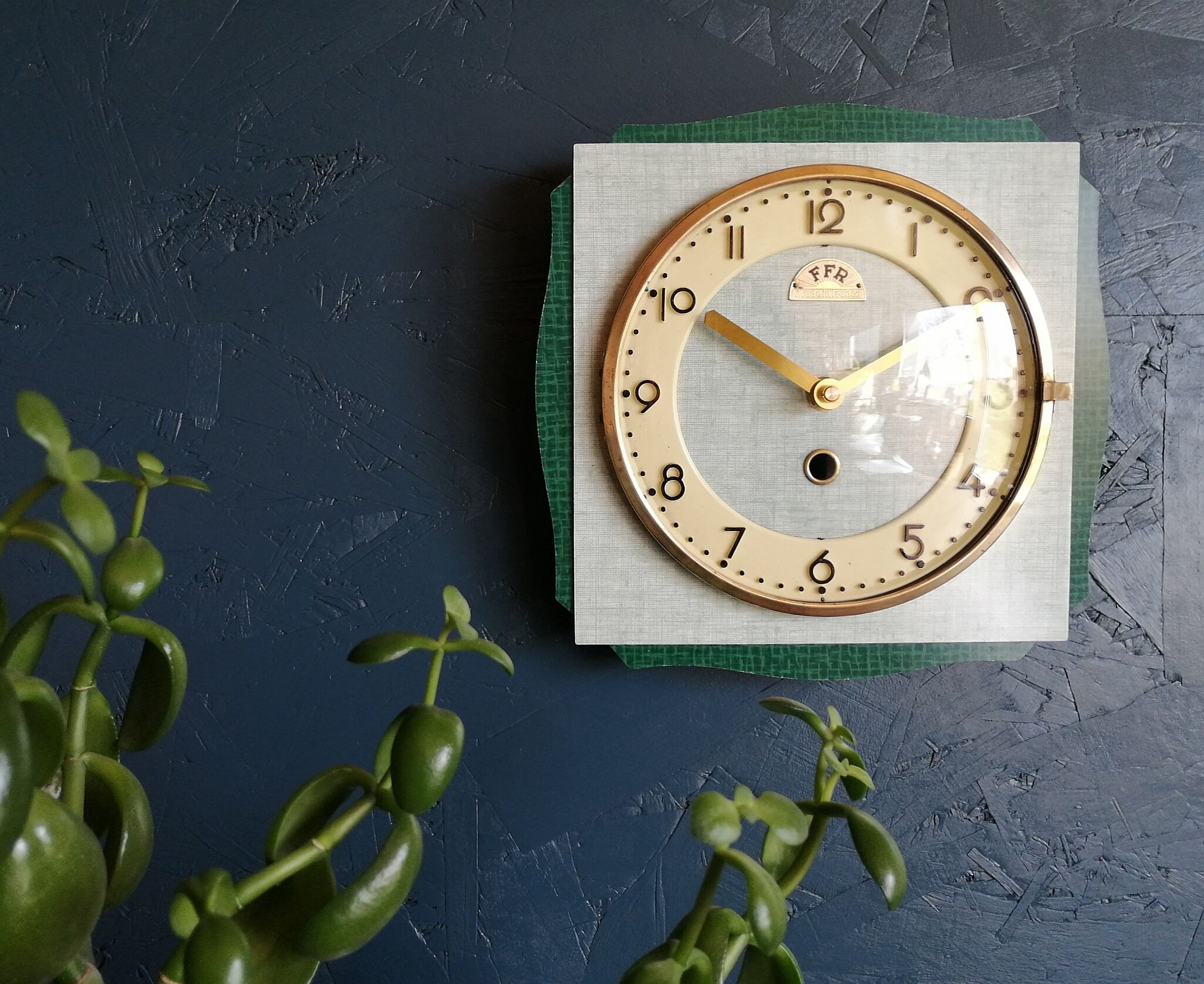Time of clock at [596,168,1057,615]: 1:50
